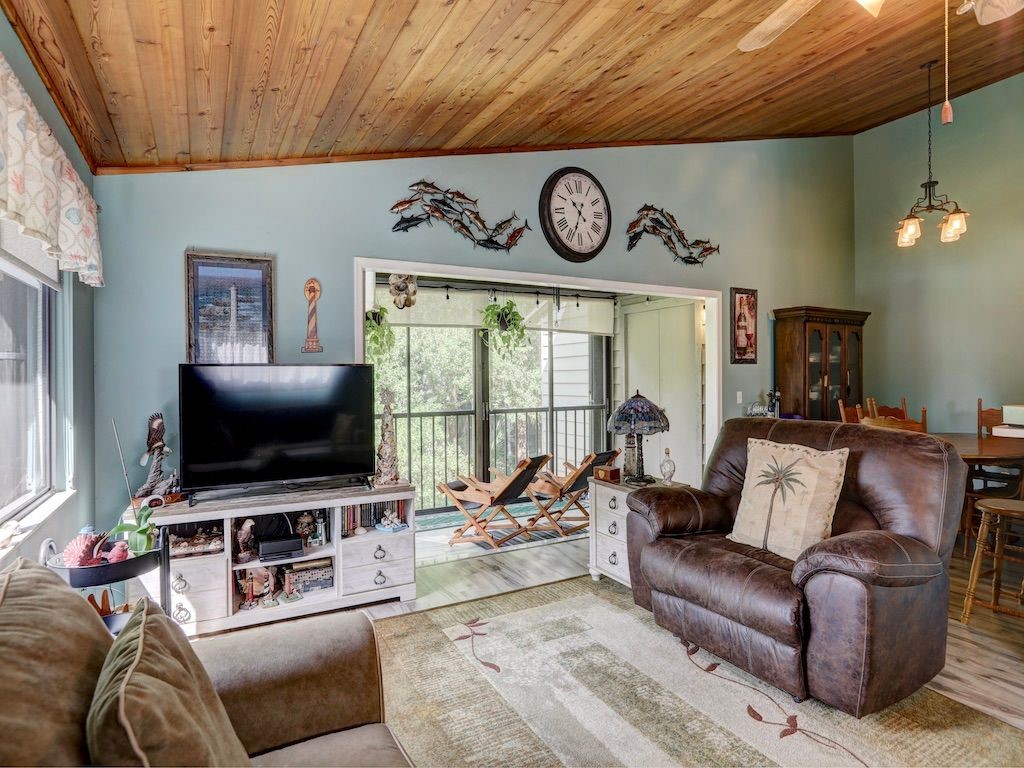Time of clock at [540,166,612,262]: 10:33
